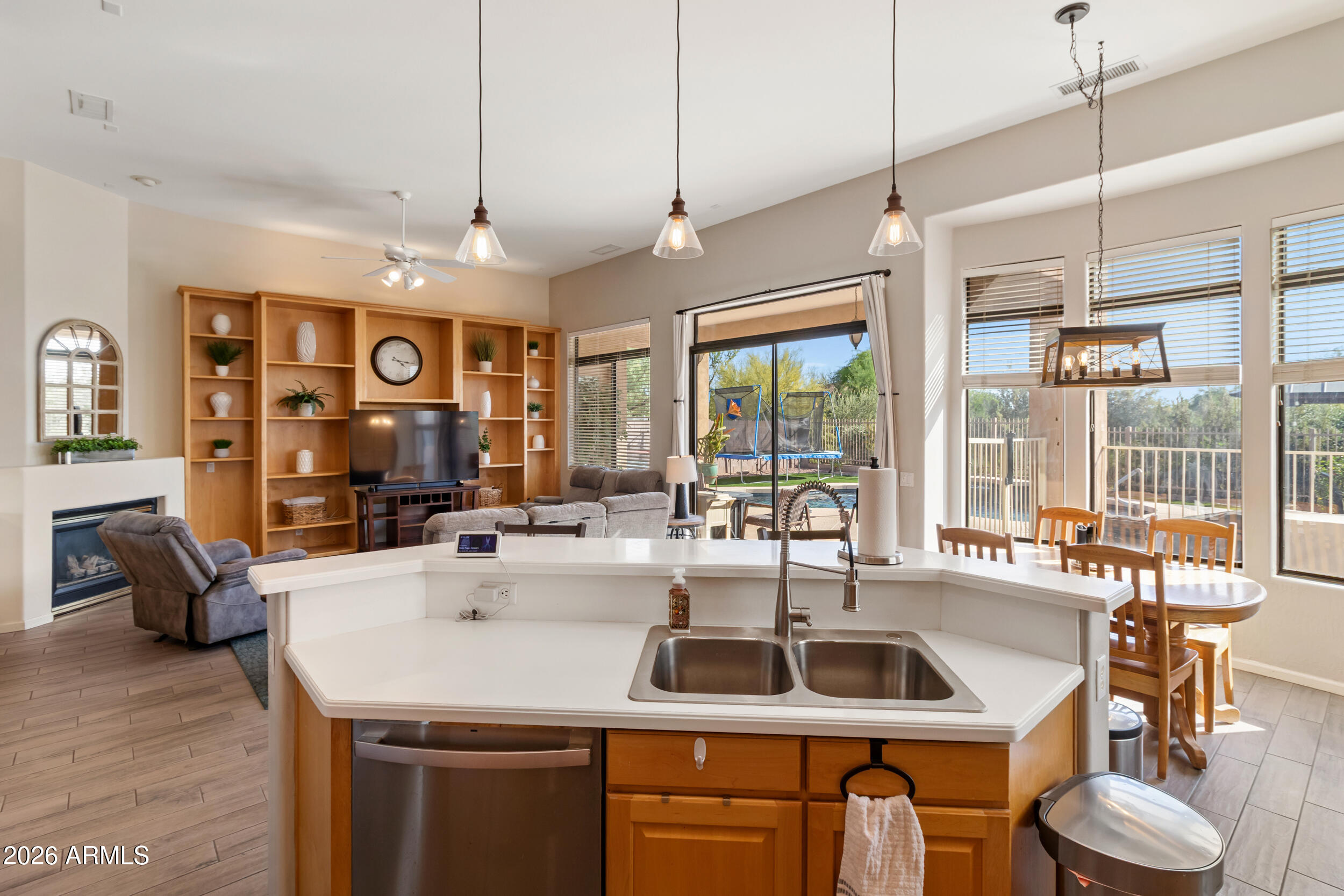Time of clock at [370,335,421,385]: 4:16
